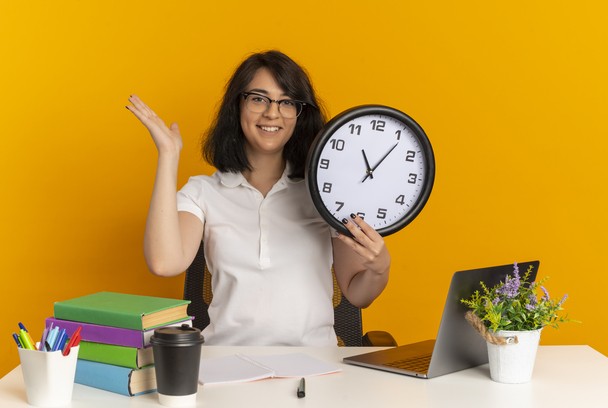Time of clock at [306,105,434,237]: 11:06
